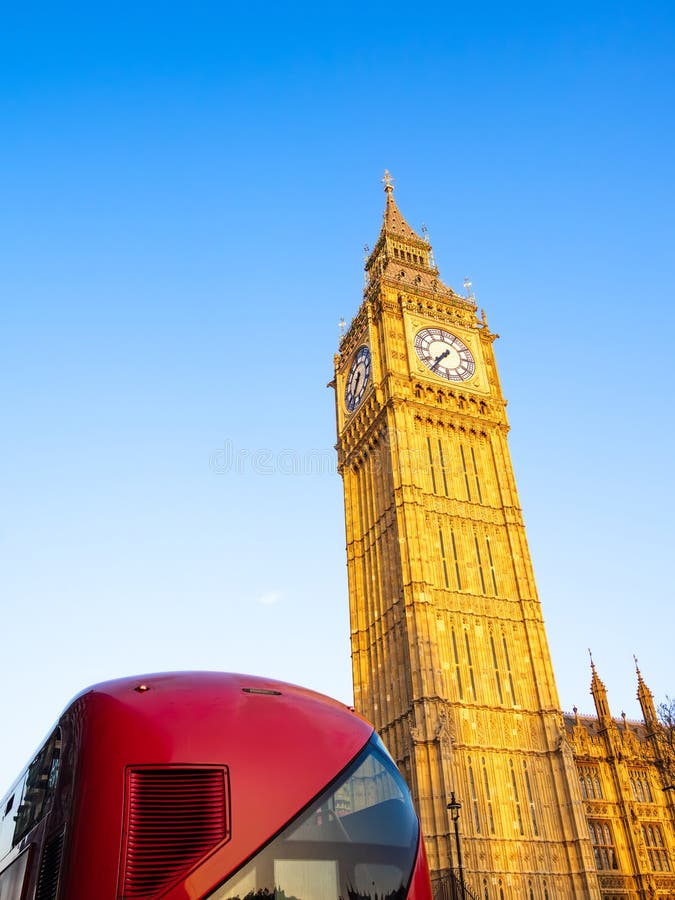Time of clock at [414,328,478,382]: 7:36
